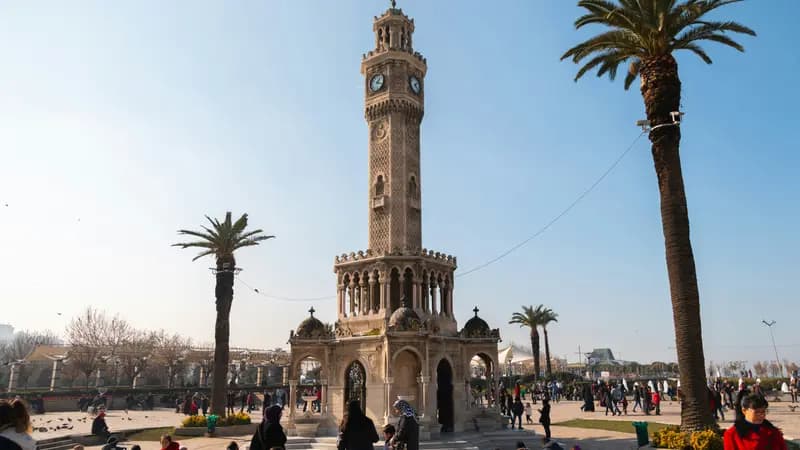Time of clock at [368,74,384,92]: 1:18
